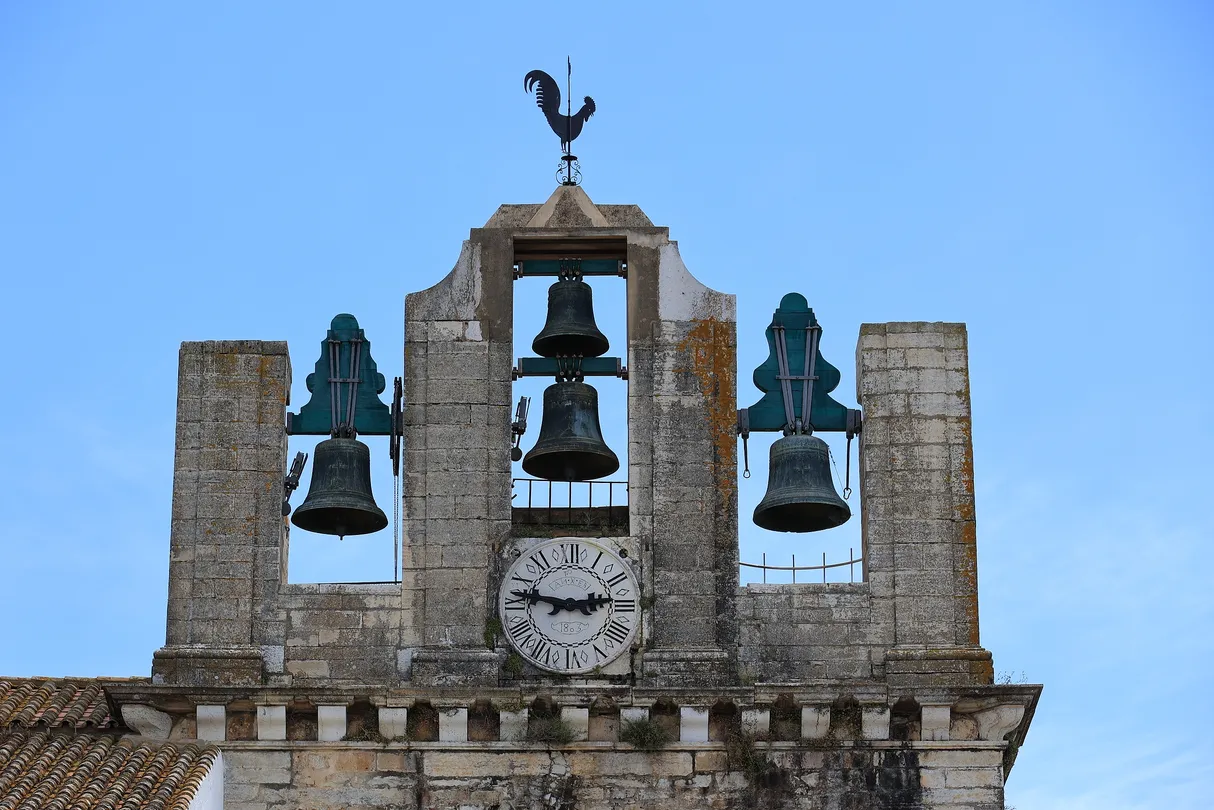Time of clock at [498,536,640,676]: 2:47
